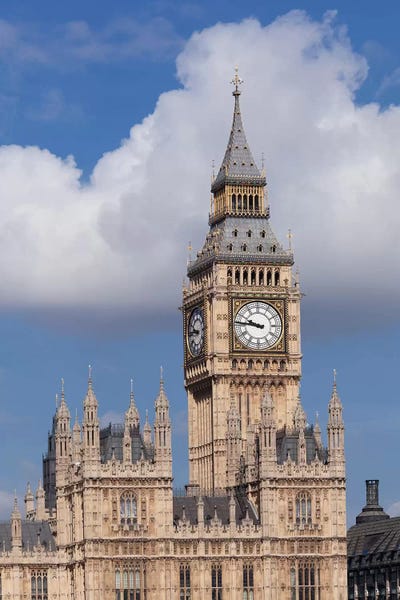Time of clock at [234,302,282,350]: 9:46
